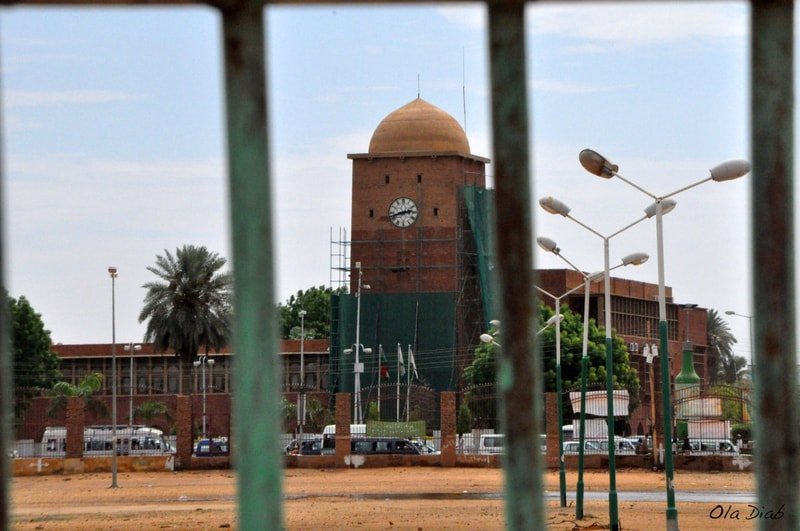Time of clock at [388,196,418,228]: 2:42
